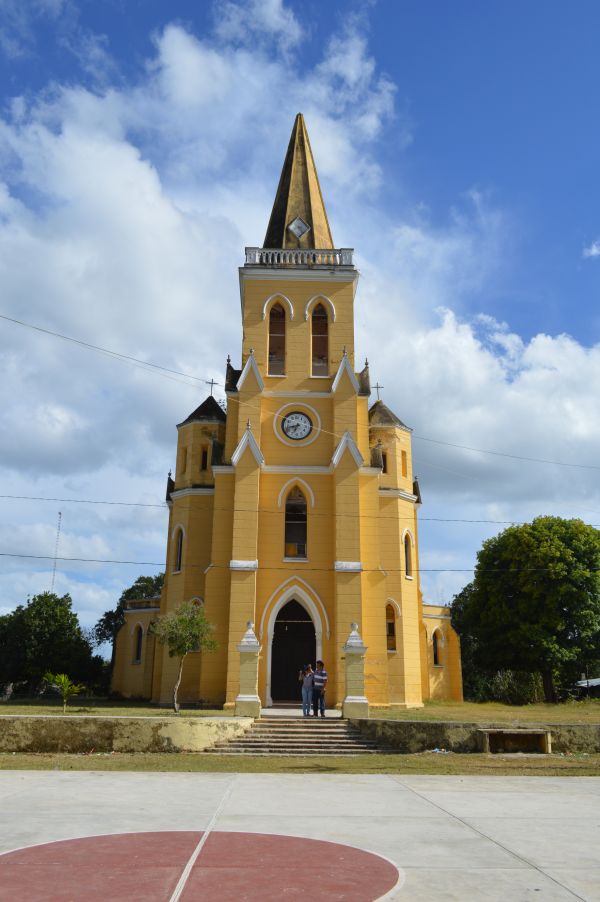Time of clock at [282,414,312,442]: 6:42
